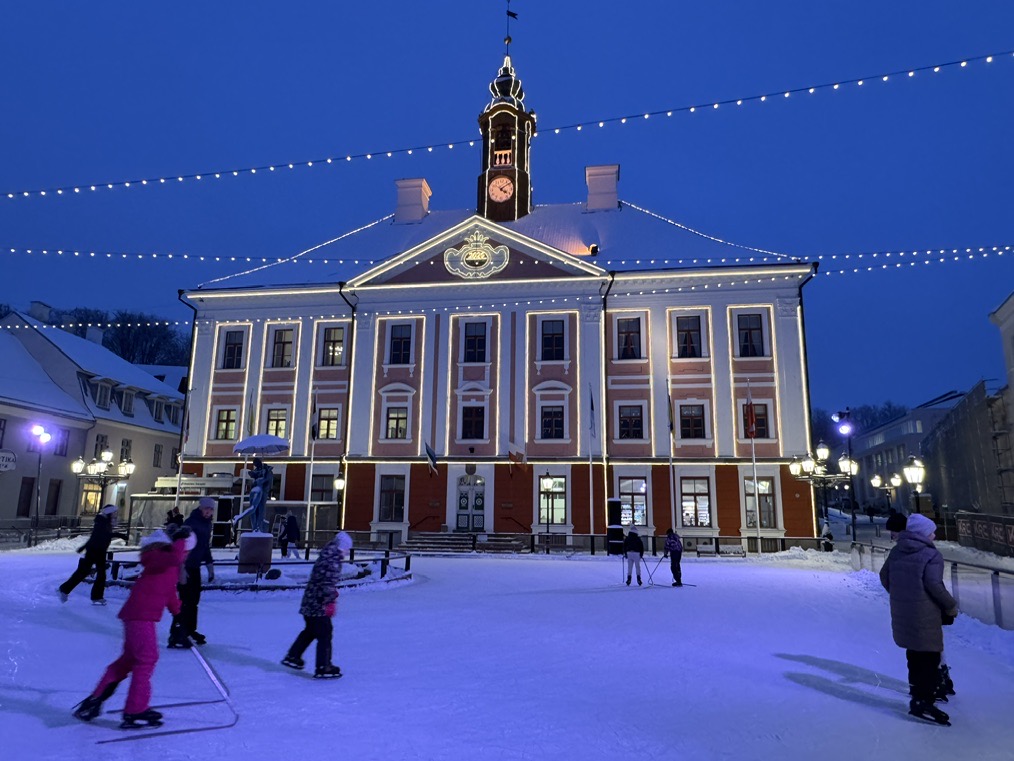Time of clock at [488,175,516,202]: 4:08
